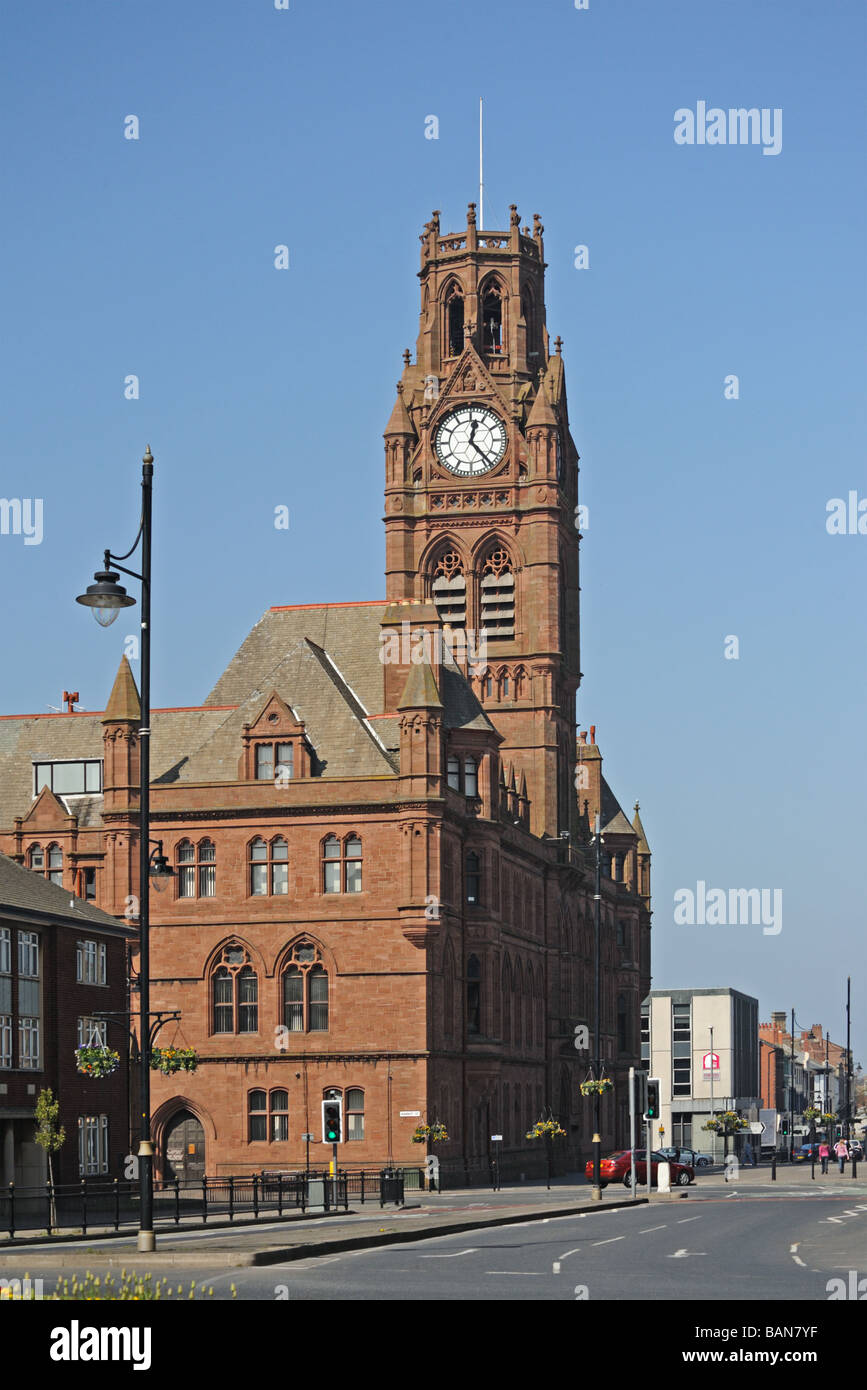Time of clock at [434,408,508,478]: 12:23
